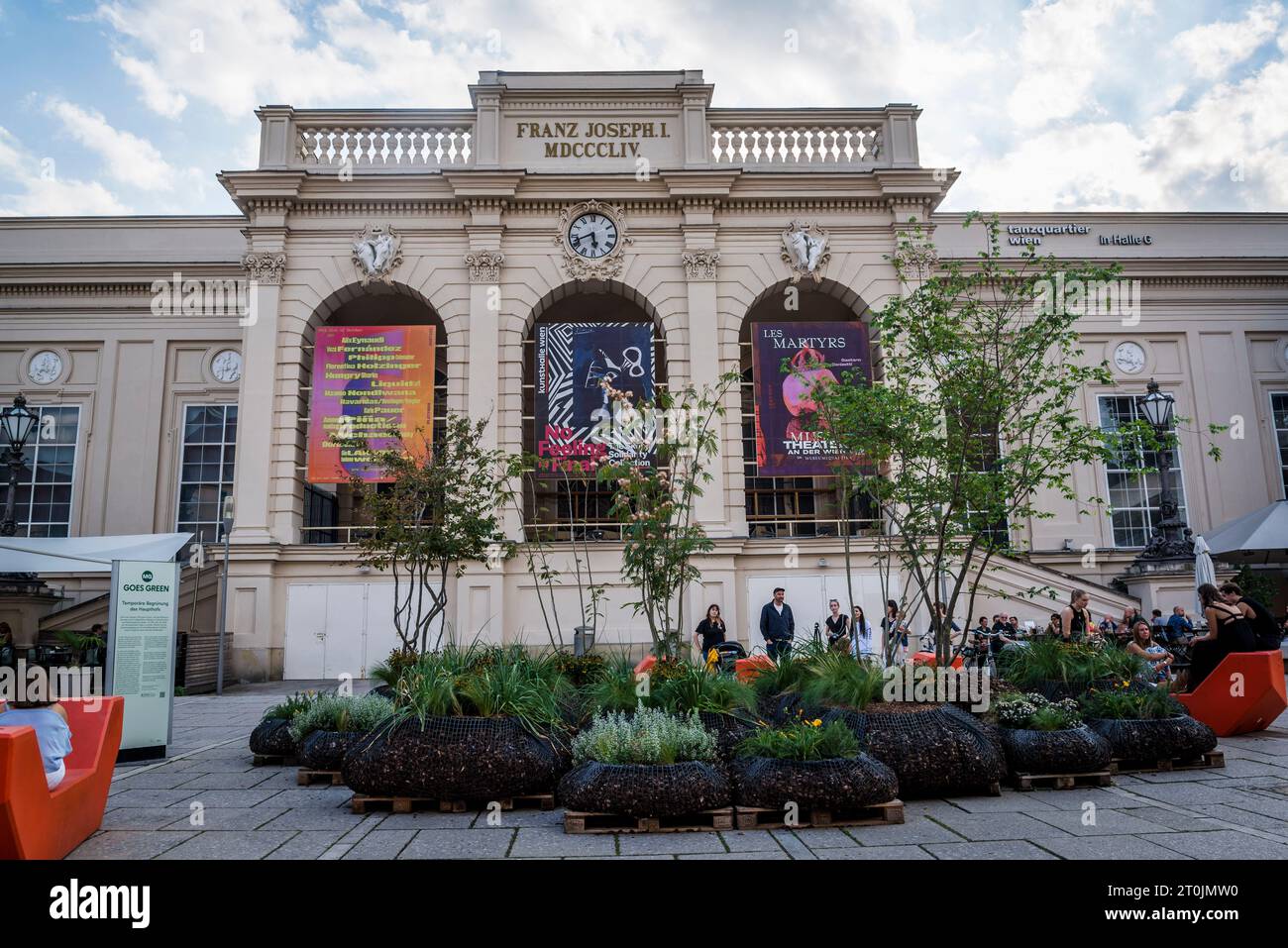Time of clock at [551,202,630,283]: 5:41
